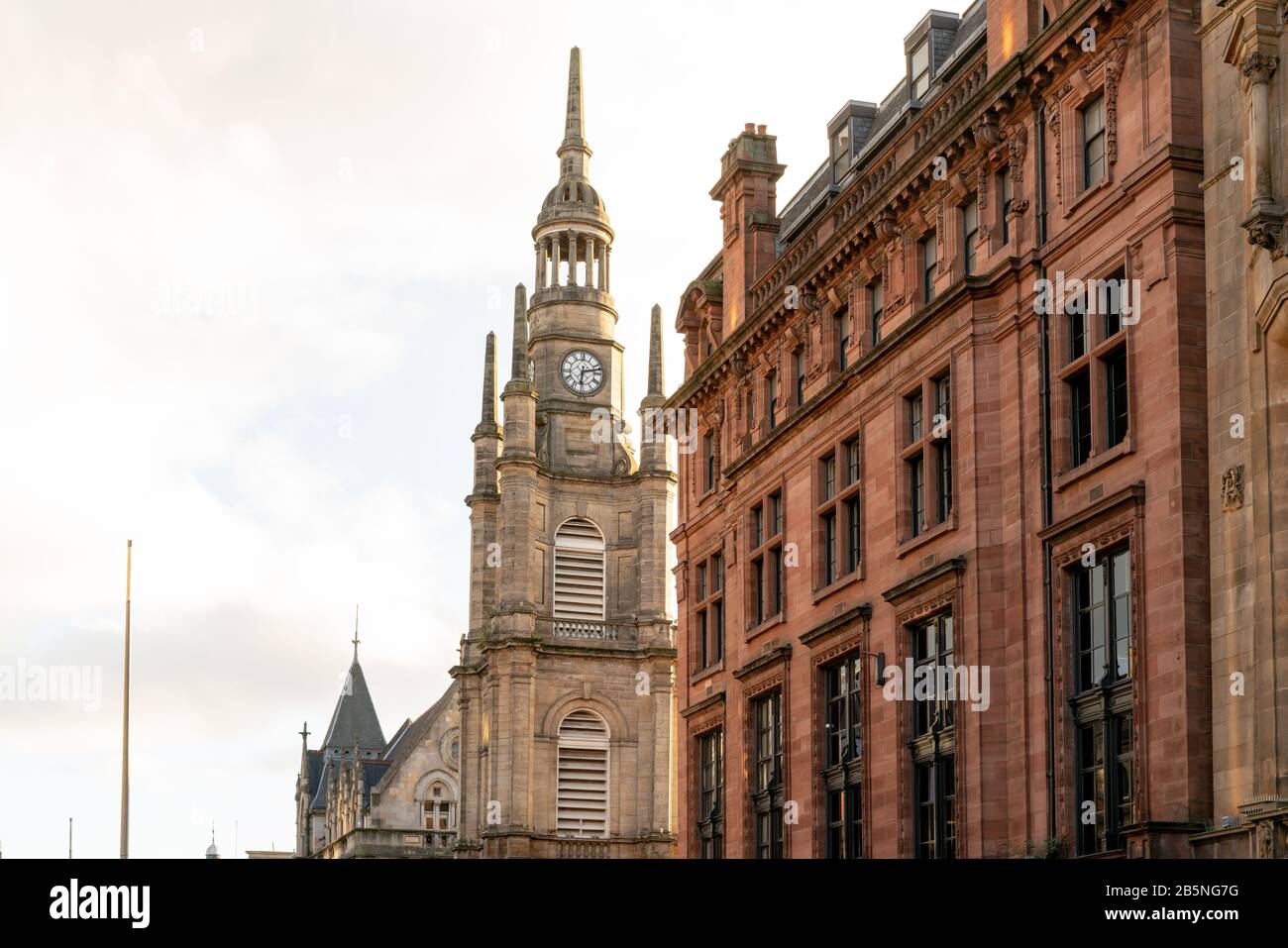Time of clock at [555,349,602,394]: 6:12
